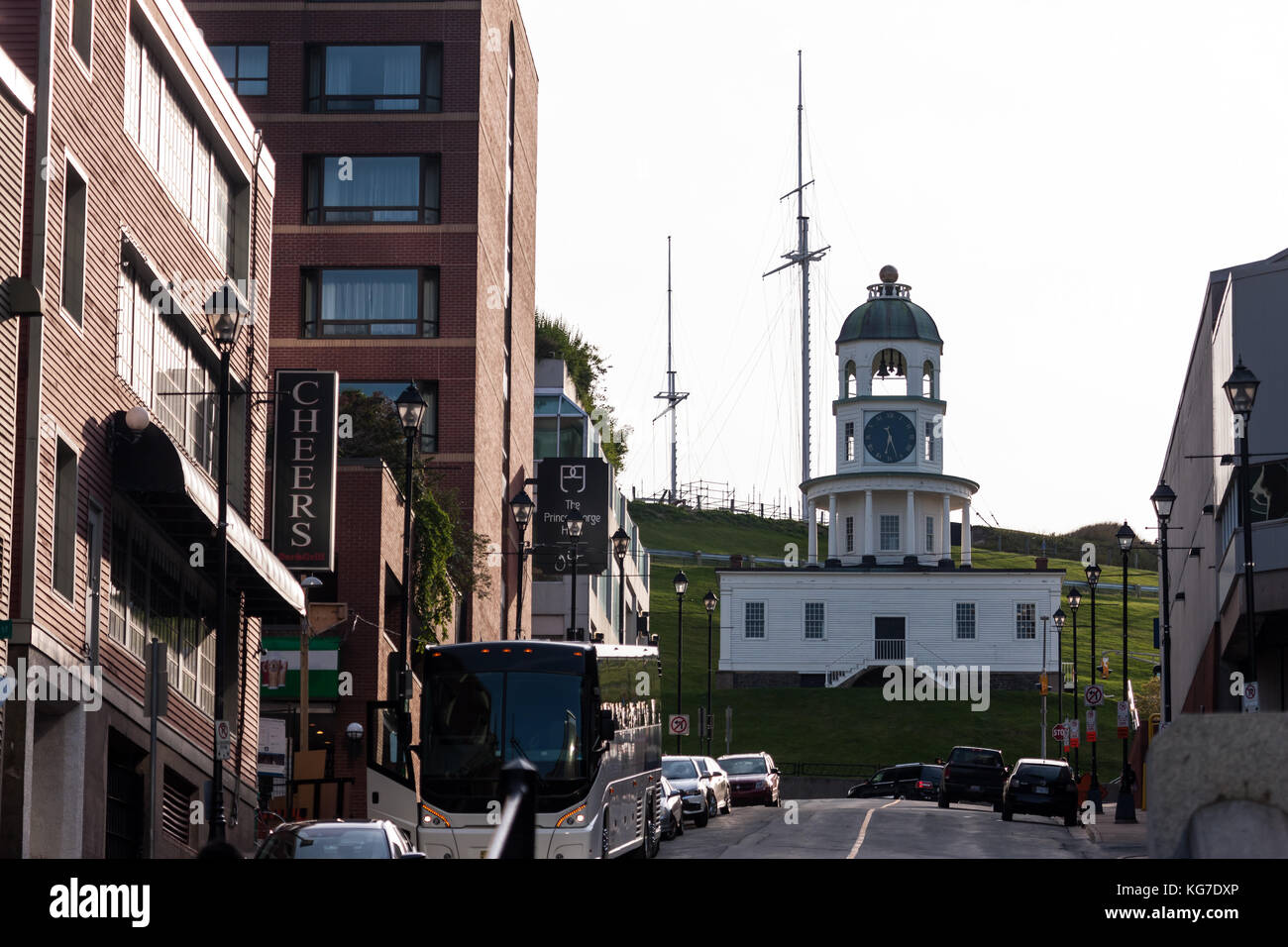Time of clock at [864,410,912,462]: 6:27
